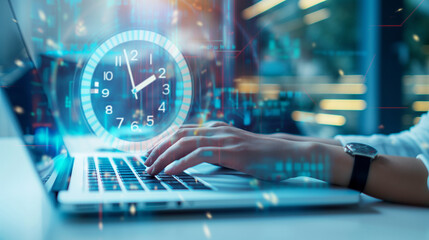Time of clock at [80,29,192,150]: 1:57
